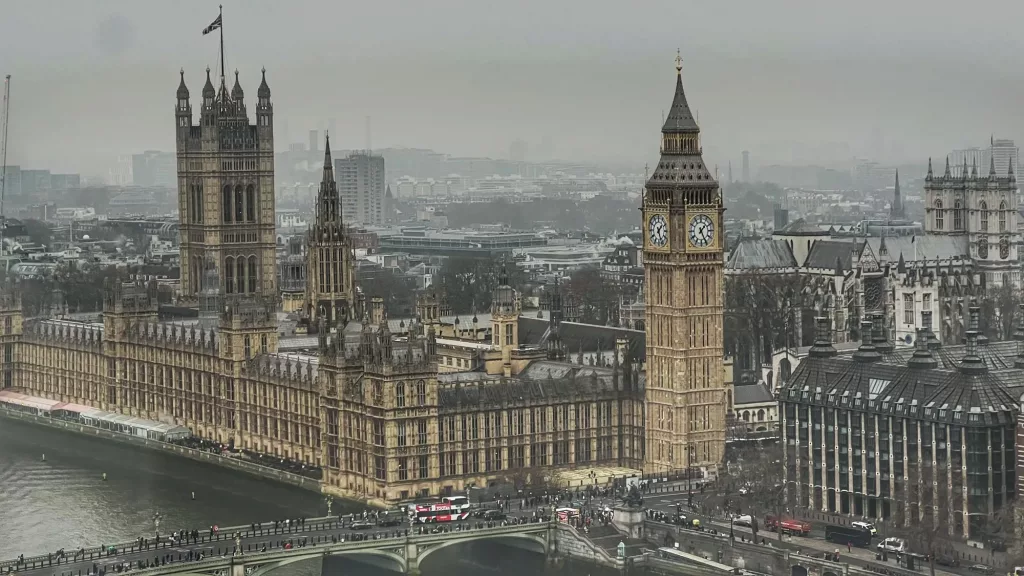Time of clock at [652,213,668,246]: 1:26
